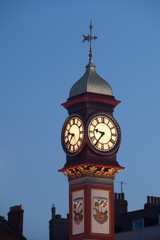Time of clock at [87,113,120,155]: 9:36
